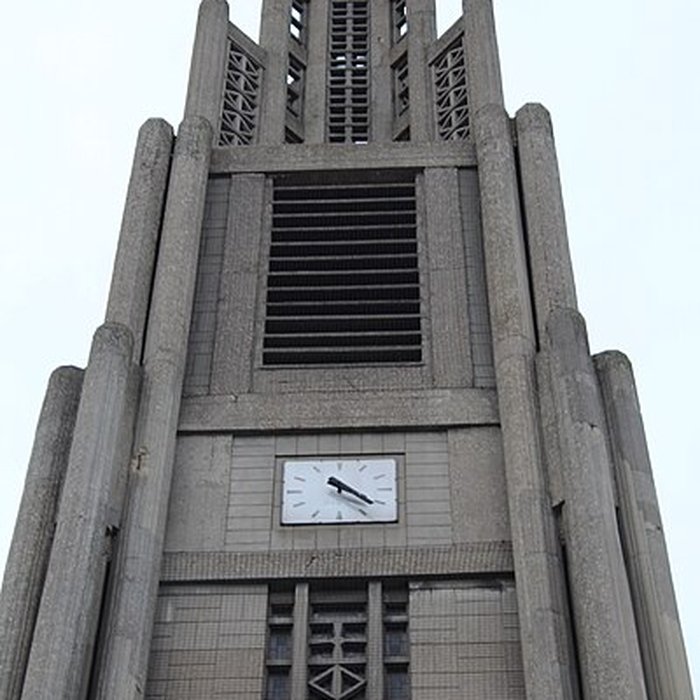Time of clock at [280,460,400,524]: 4:22
